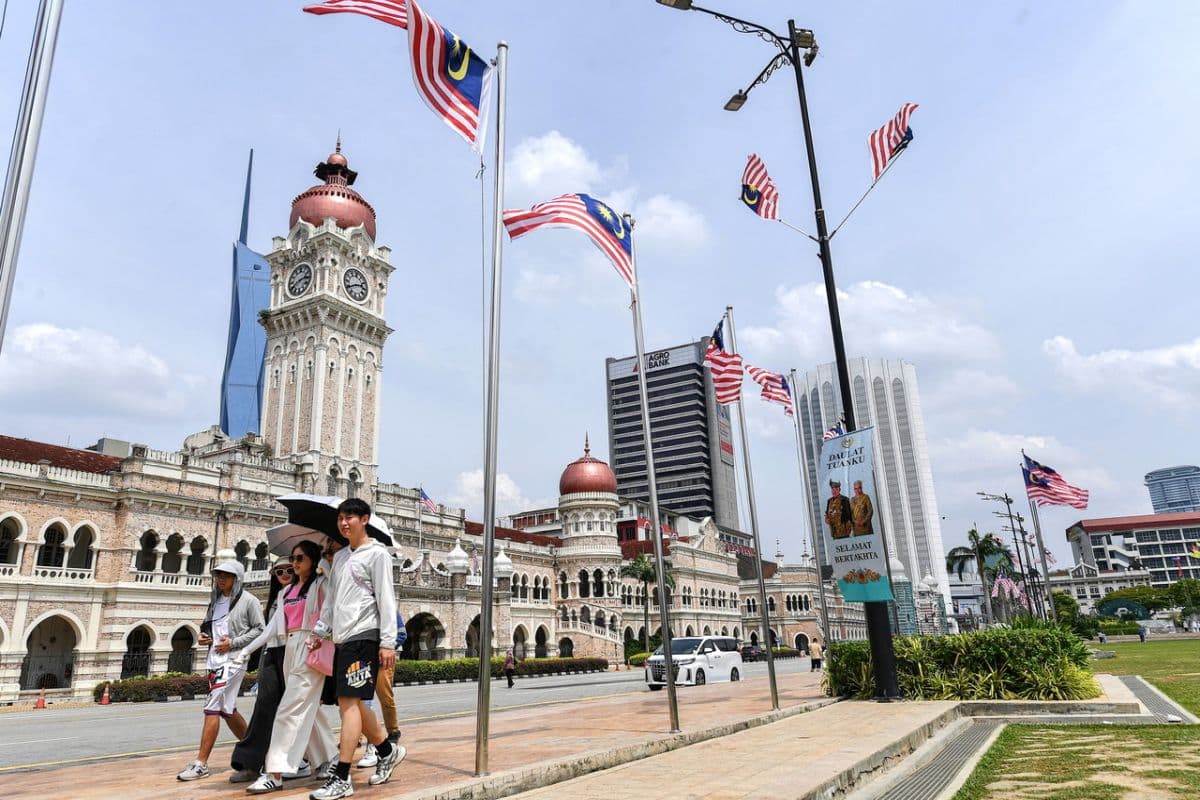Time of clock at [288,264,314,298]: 2:40
